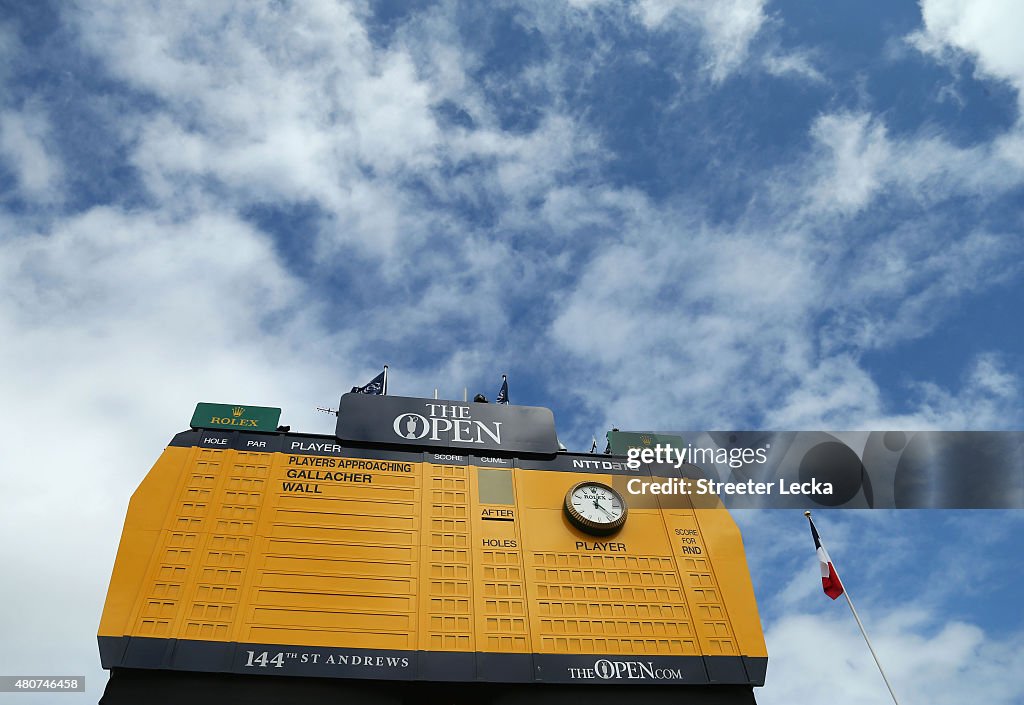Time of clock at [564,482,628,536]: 12:22
